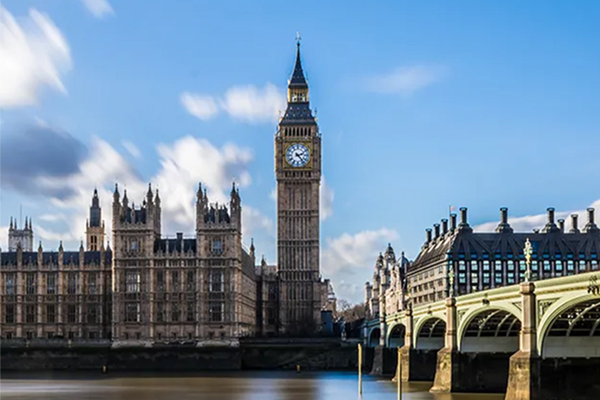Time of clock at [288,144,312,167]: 2:23
